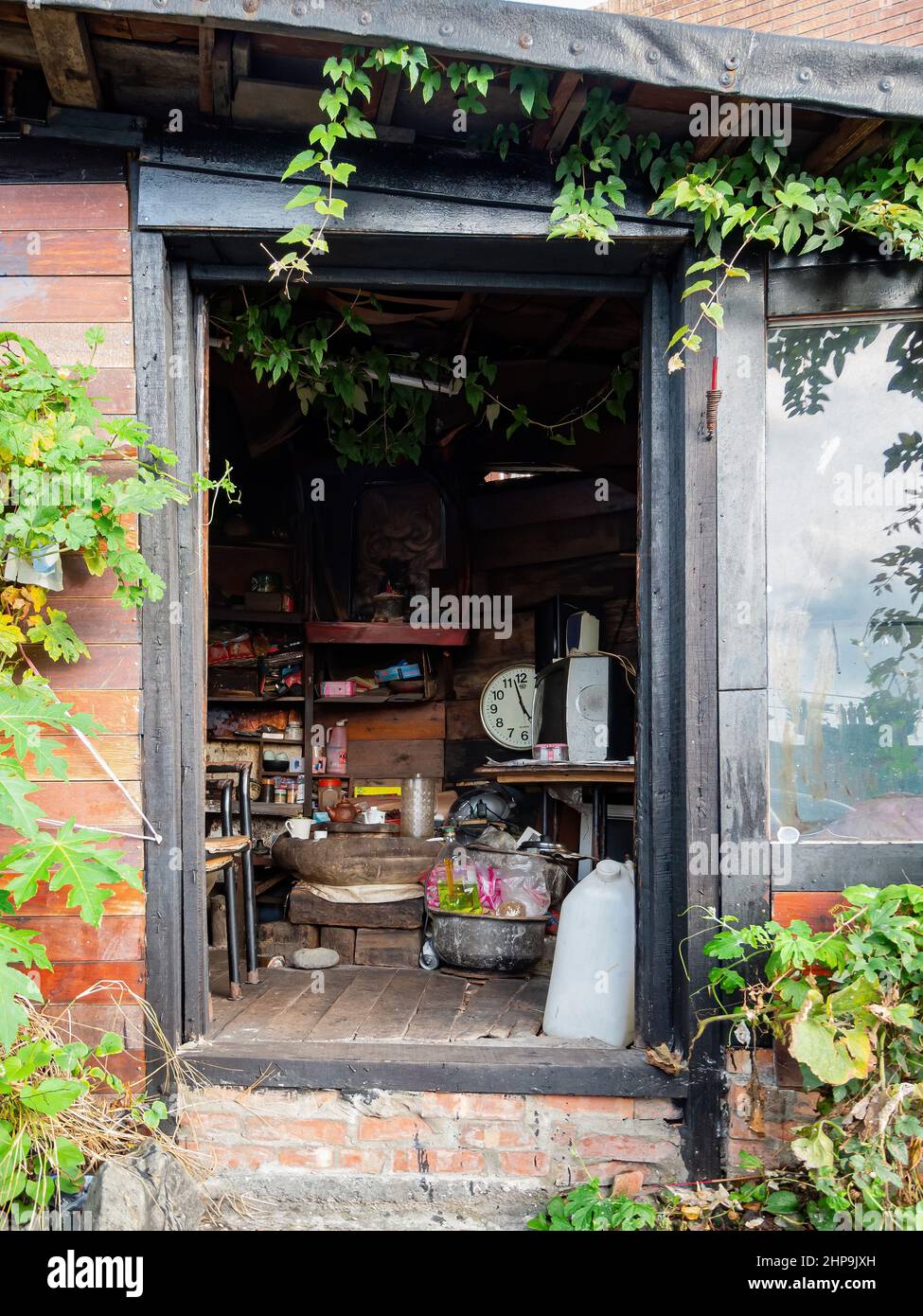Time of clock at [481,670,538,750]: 4:57
